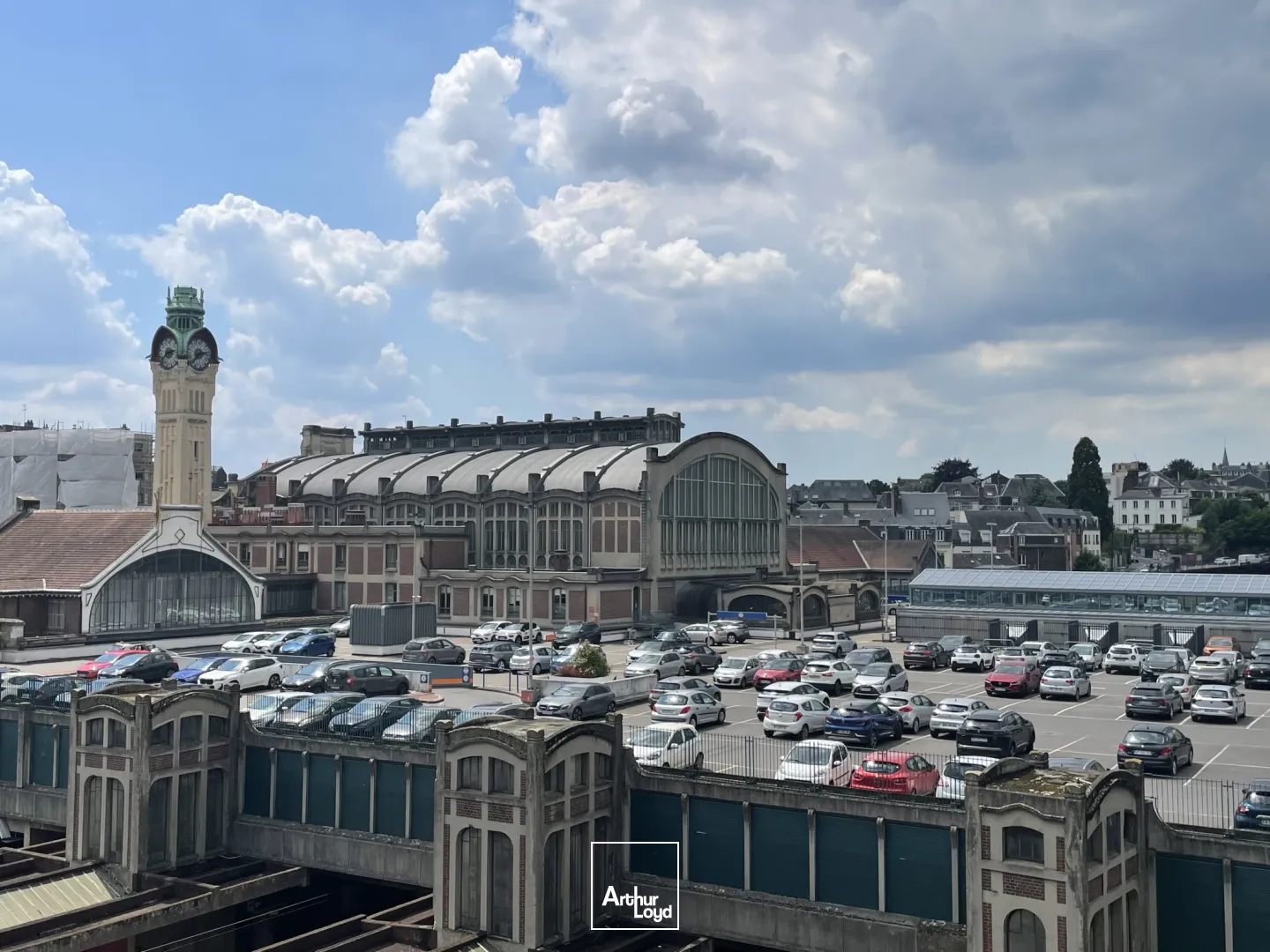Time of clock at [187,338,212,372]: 2:38
